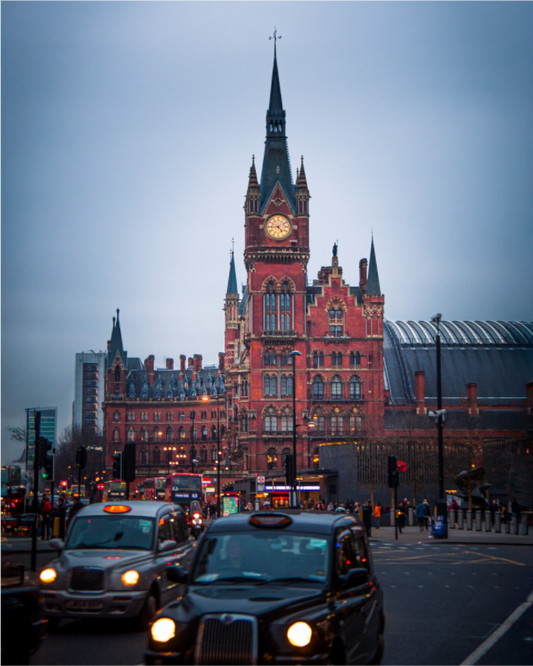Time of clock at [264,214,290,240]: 4:44
